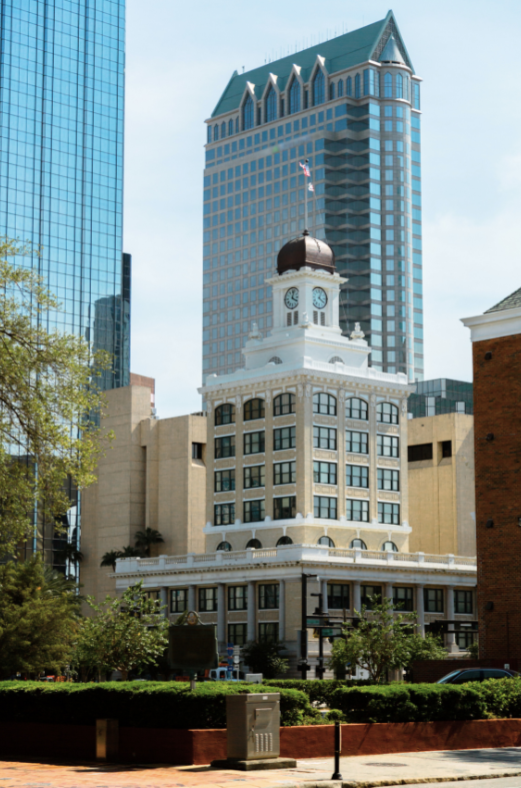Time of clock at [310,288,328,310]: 4:03
